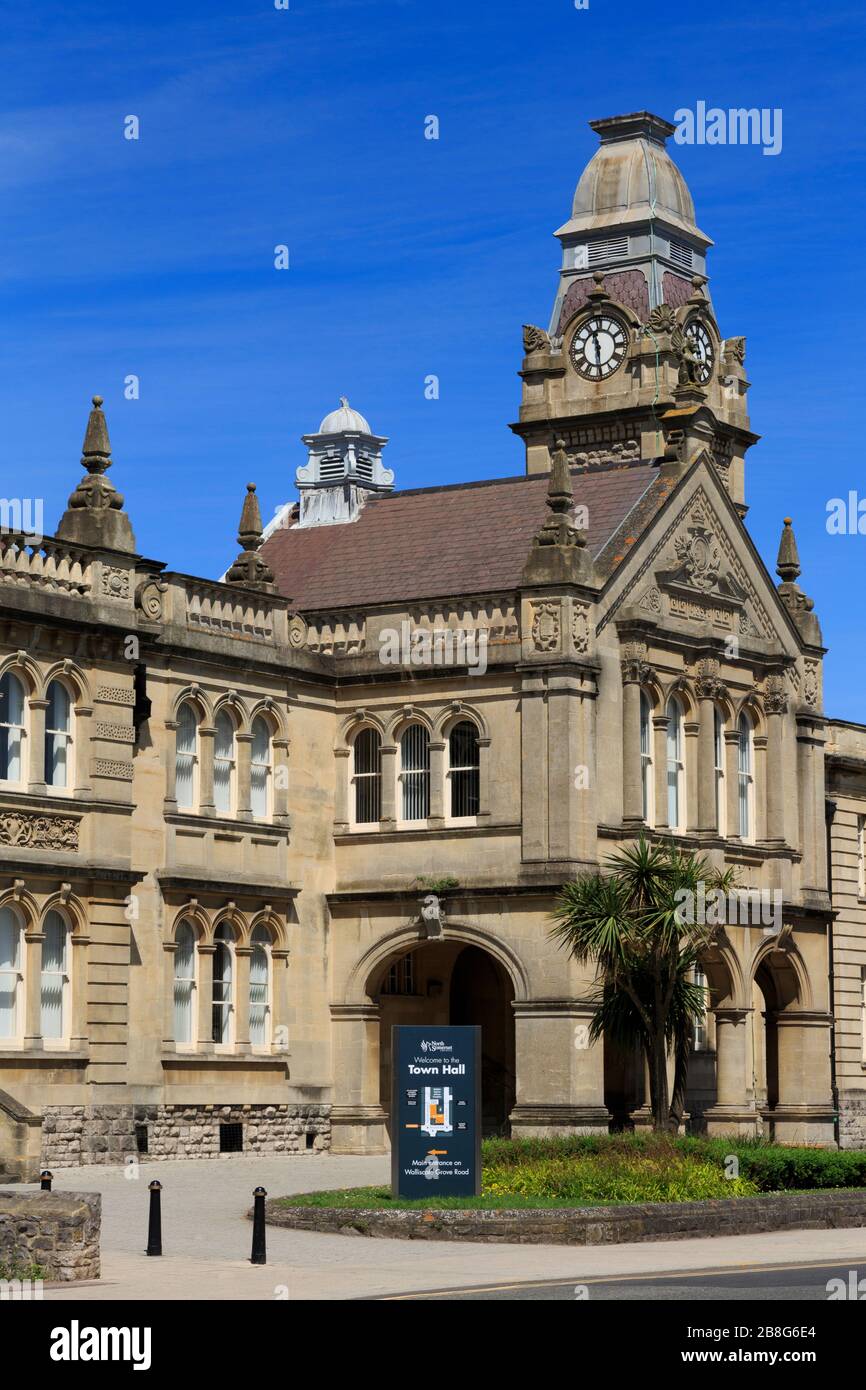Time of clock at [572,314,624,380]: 11:29
